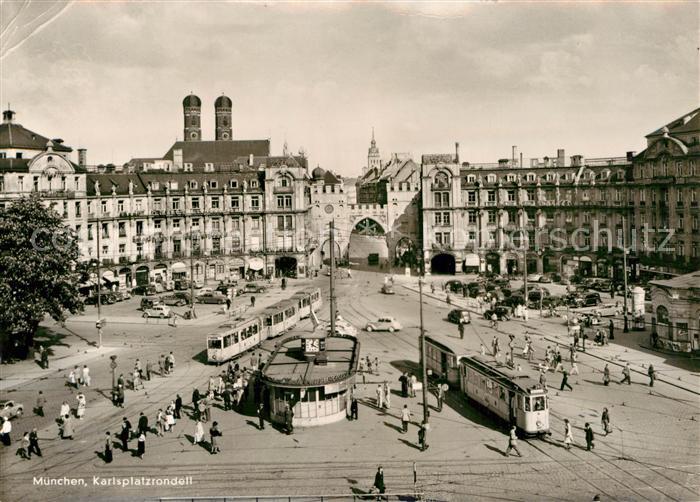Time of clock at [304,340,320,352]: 4:02
